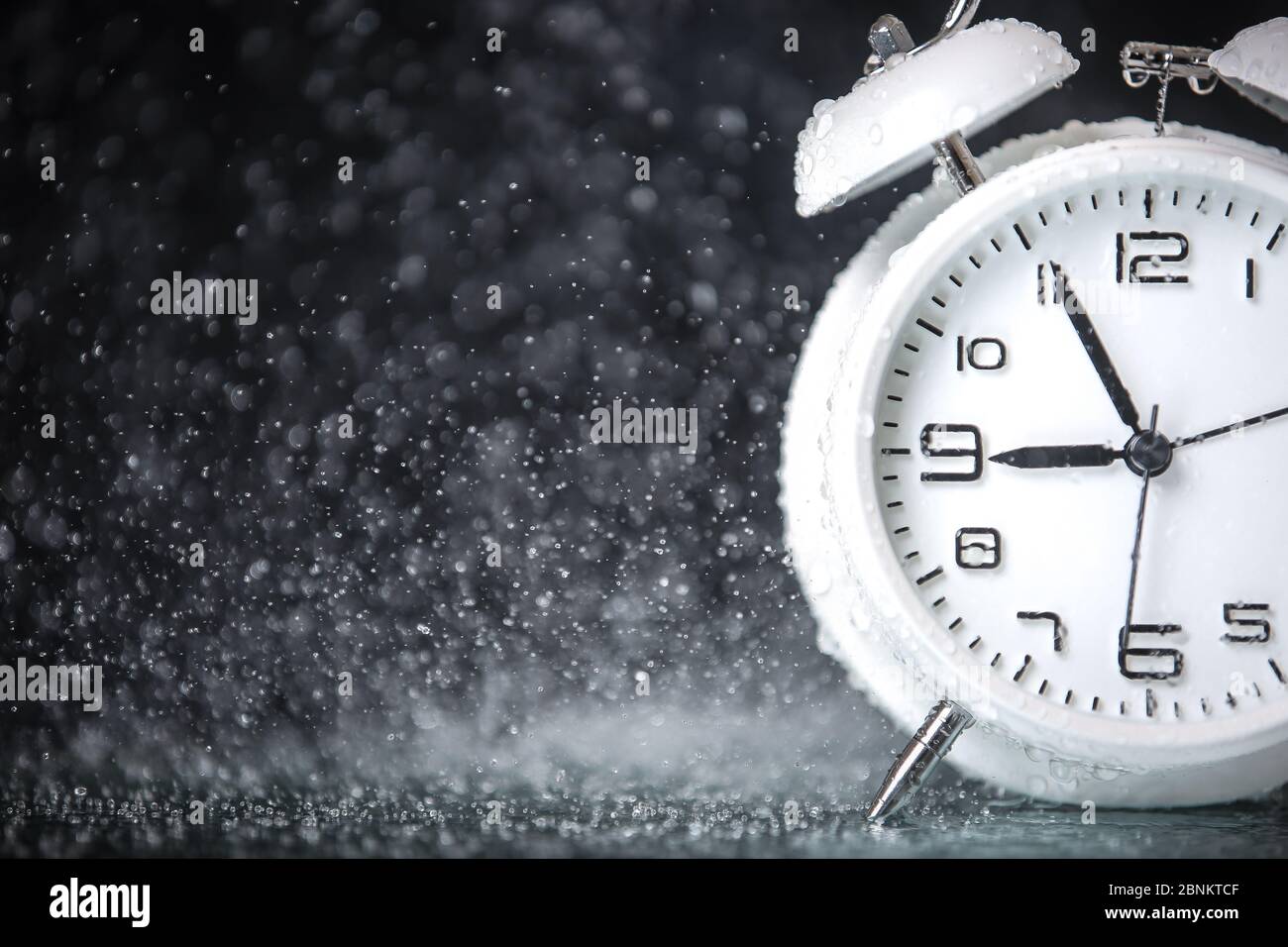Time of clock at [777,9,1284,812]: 8:55
